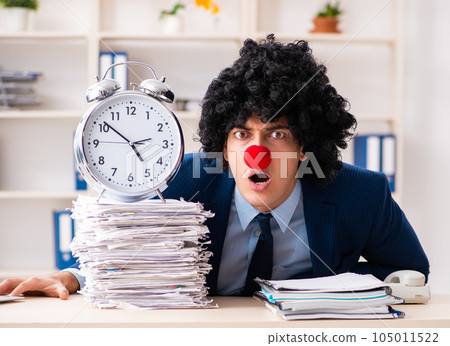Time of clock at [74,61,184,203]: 4:51
